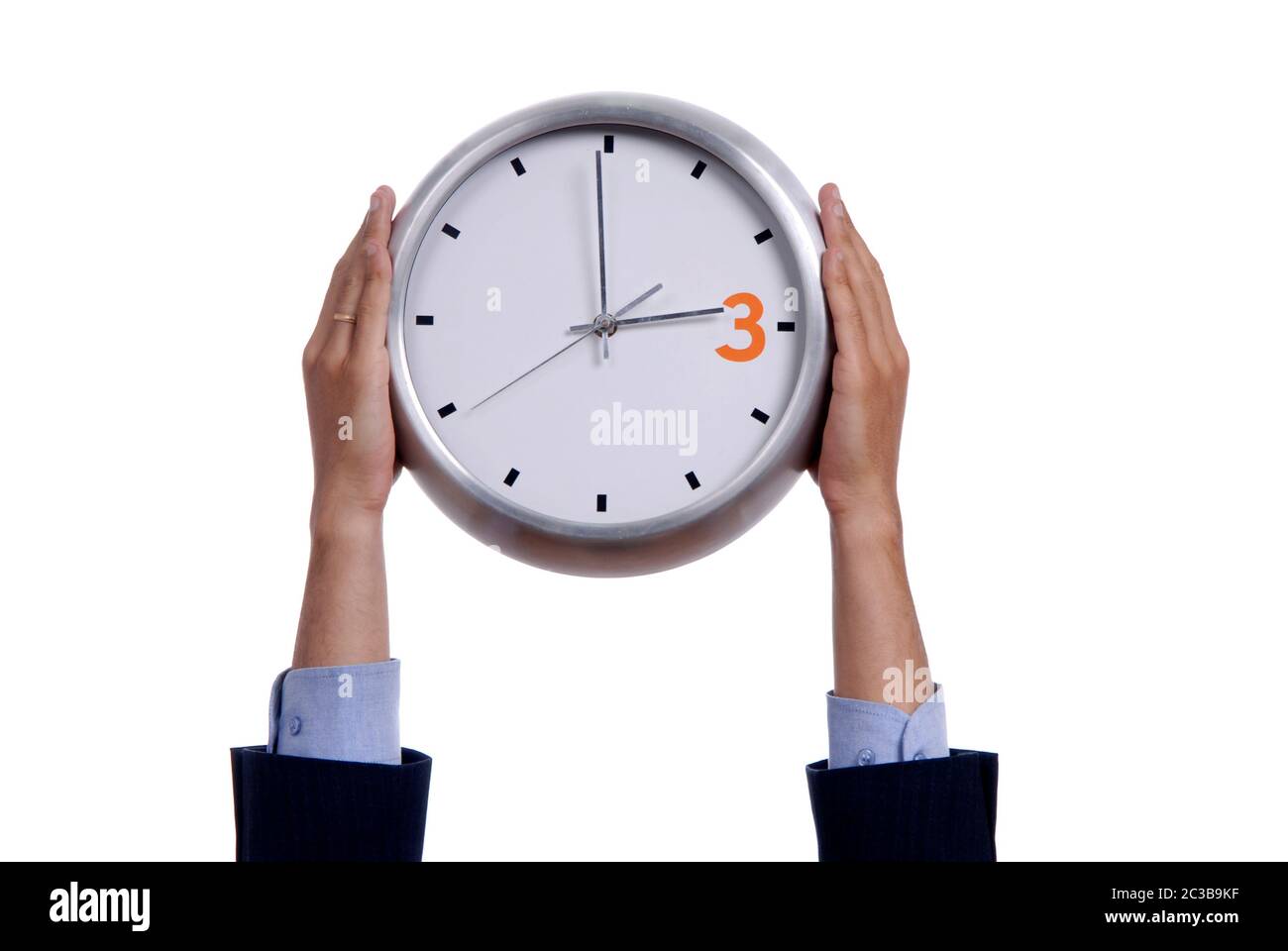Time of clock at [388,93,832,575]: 2:59
